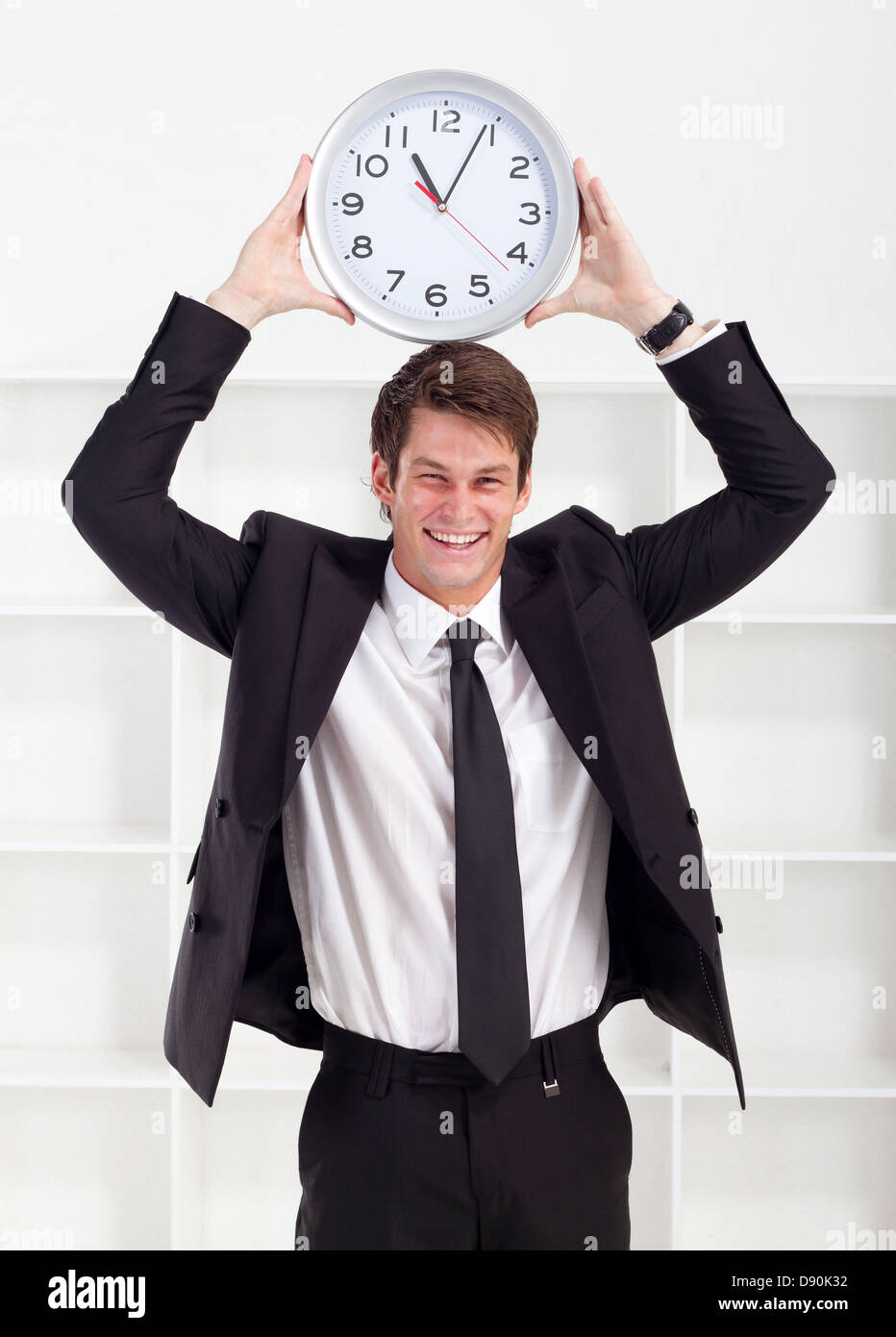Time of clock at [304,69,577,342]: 11:04
